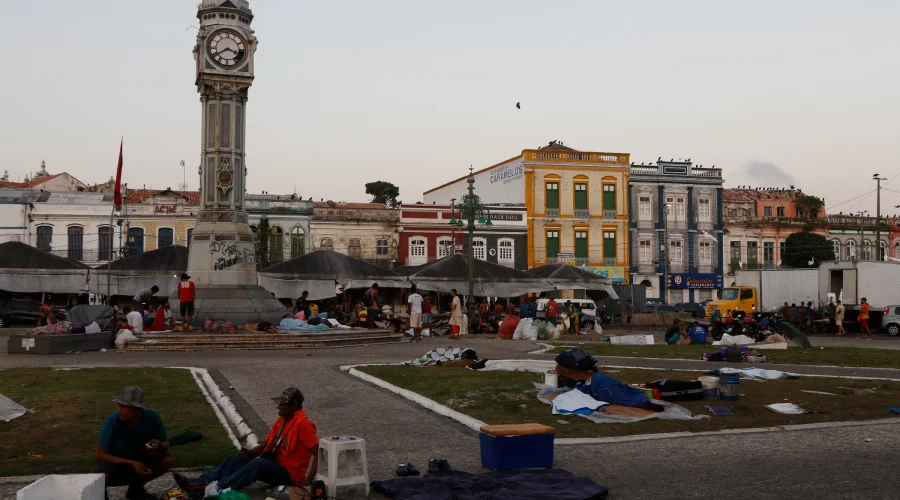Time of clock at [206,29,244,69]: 3:39
